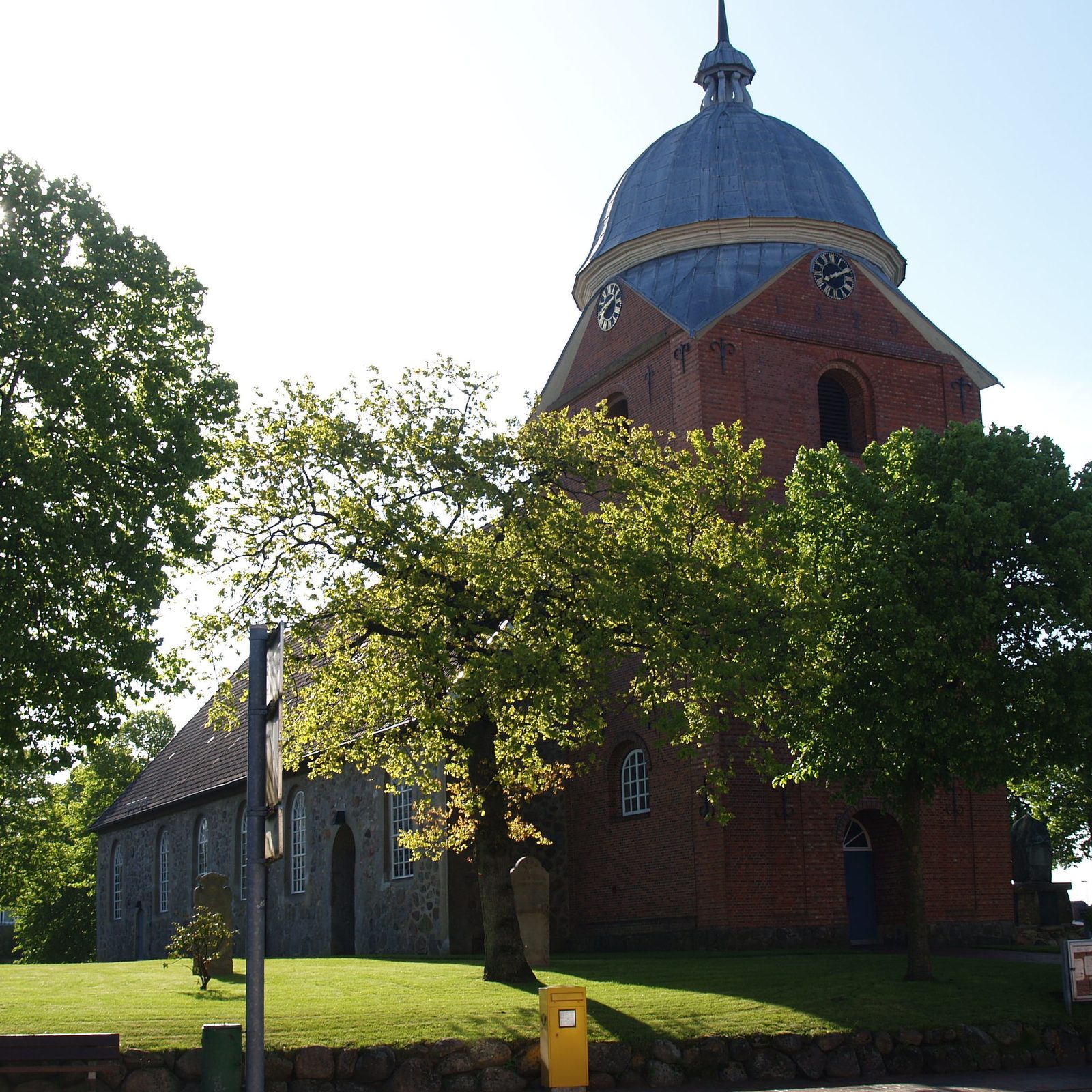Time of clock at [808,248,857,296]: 8:11
